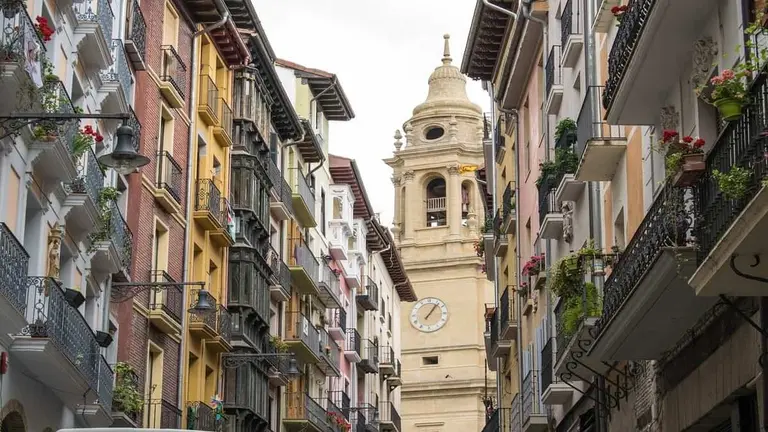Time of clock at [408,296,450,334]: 1:06
